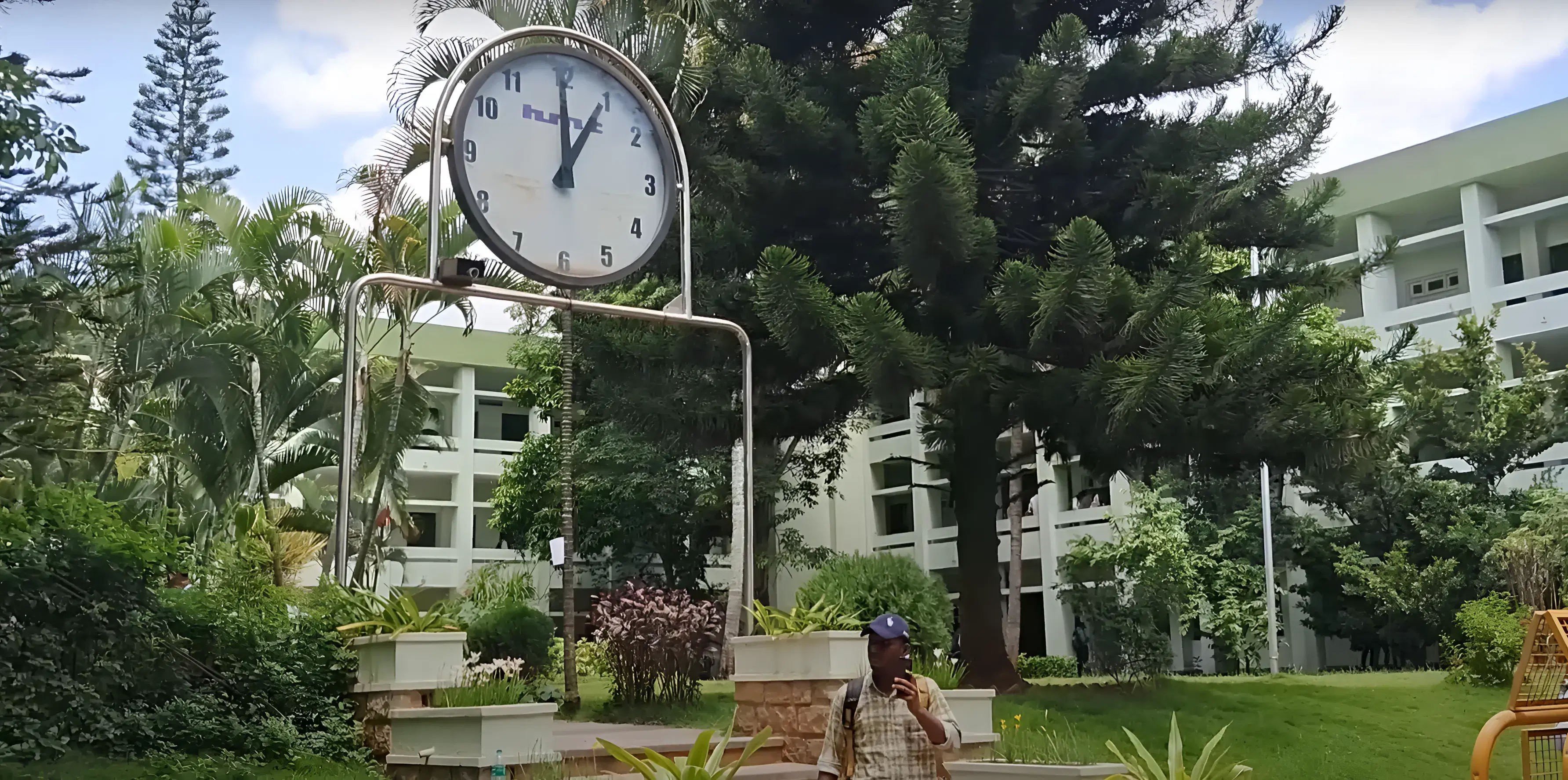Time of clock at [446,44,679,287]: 1:00
